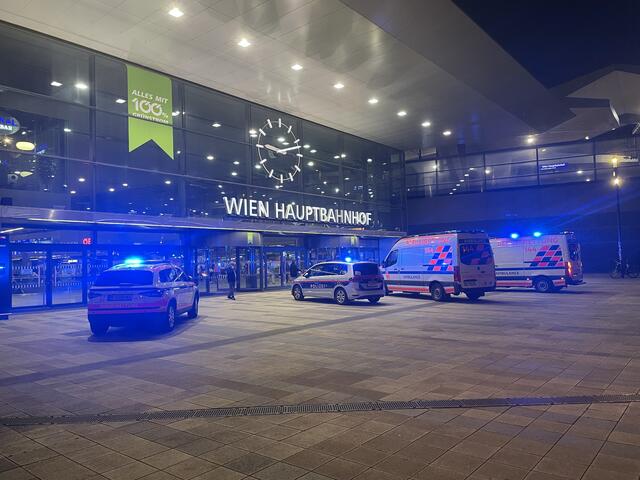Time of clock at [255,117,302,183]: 9:12
